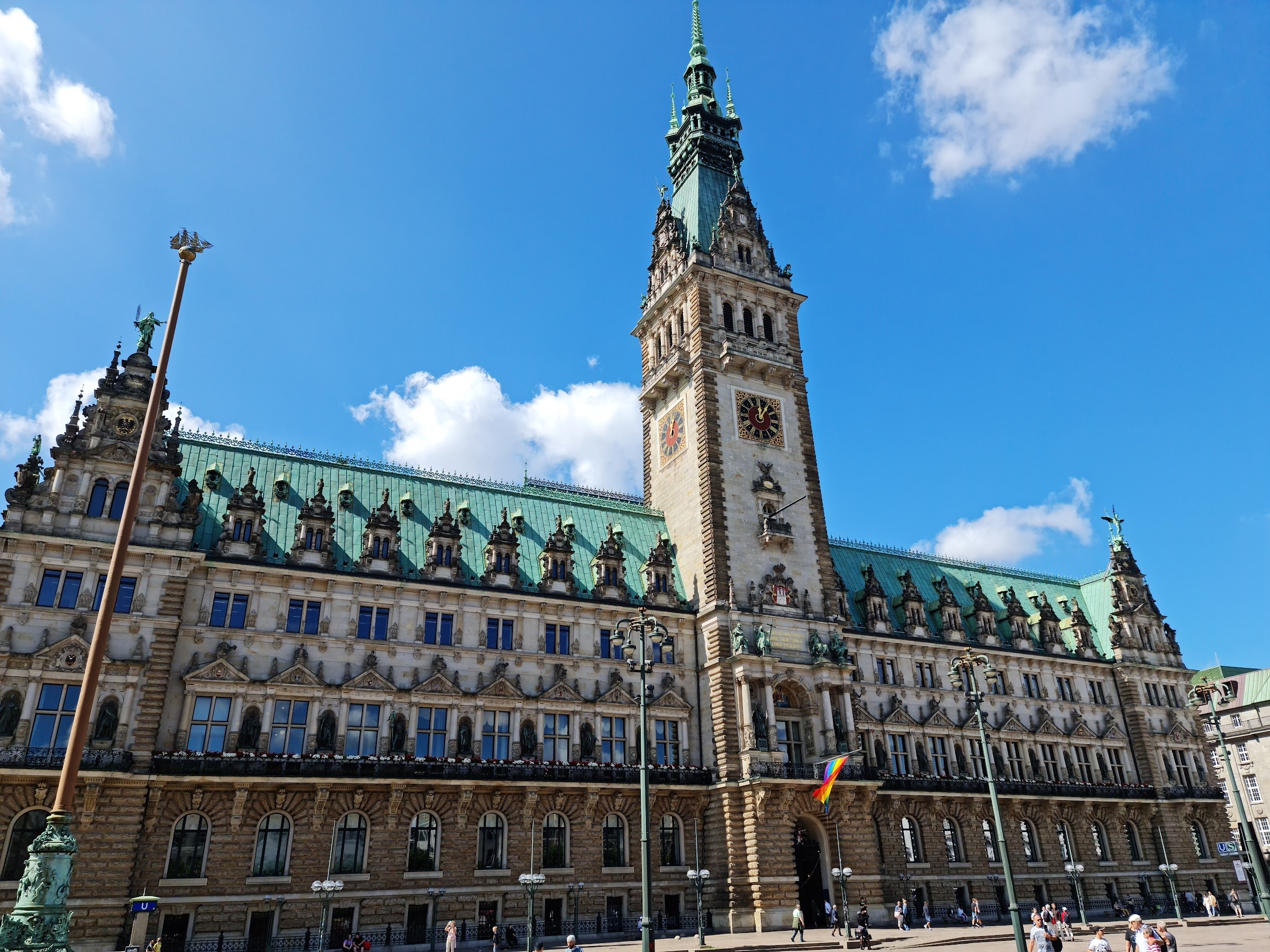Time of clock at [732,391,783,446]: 12:05
